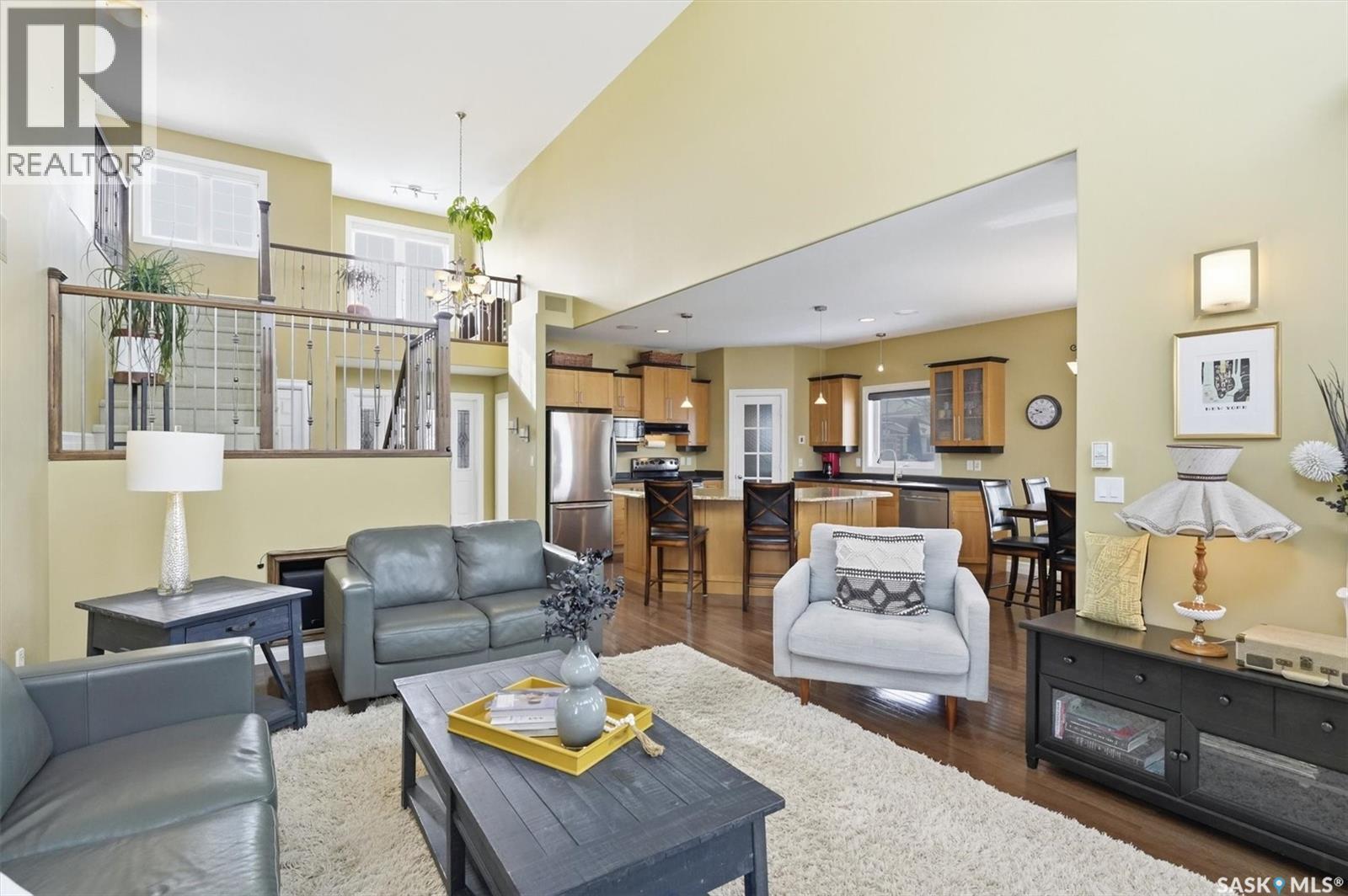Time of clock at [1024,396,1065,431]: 9:42
